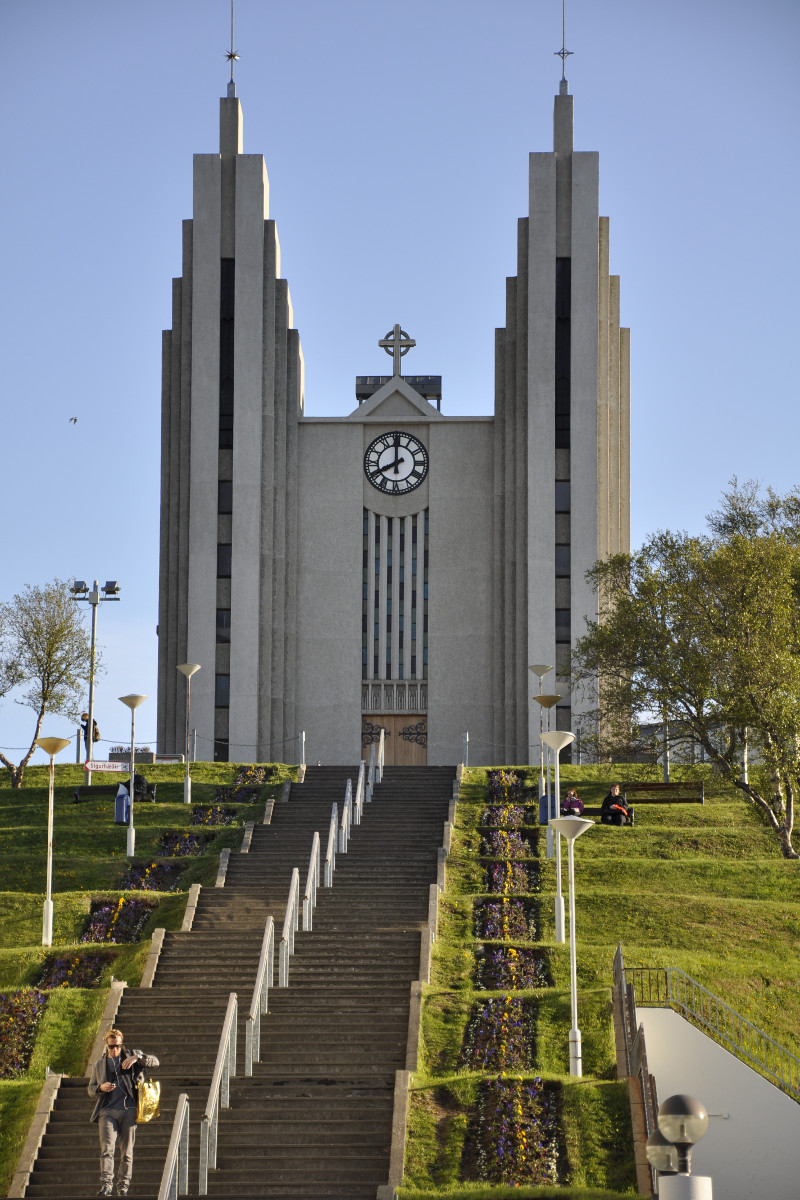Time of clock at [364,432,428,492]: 7:59
